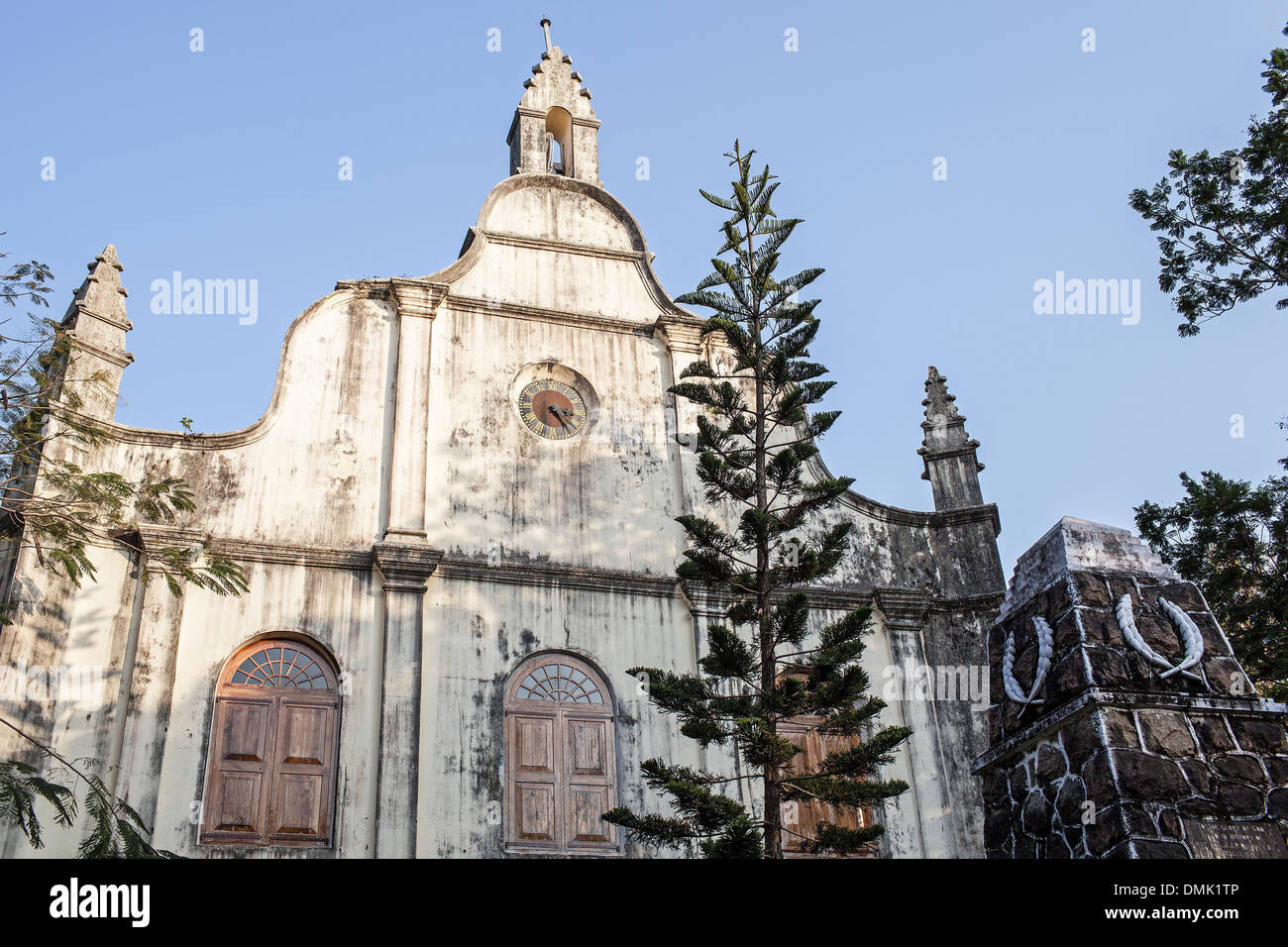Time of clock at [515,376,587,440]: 3:23
